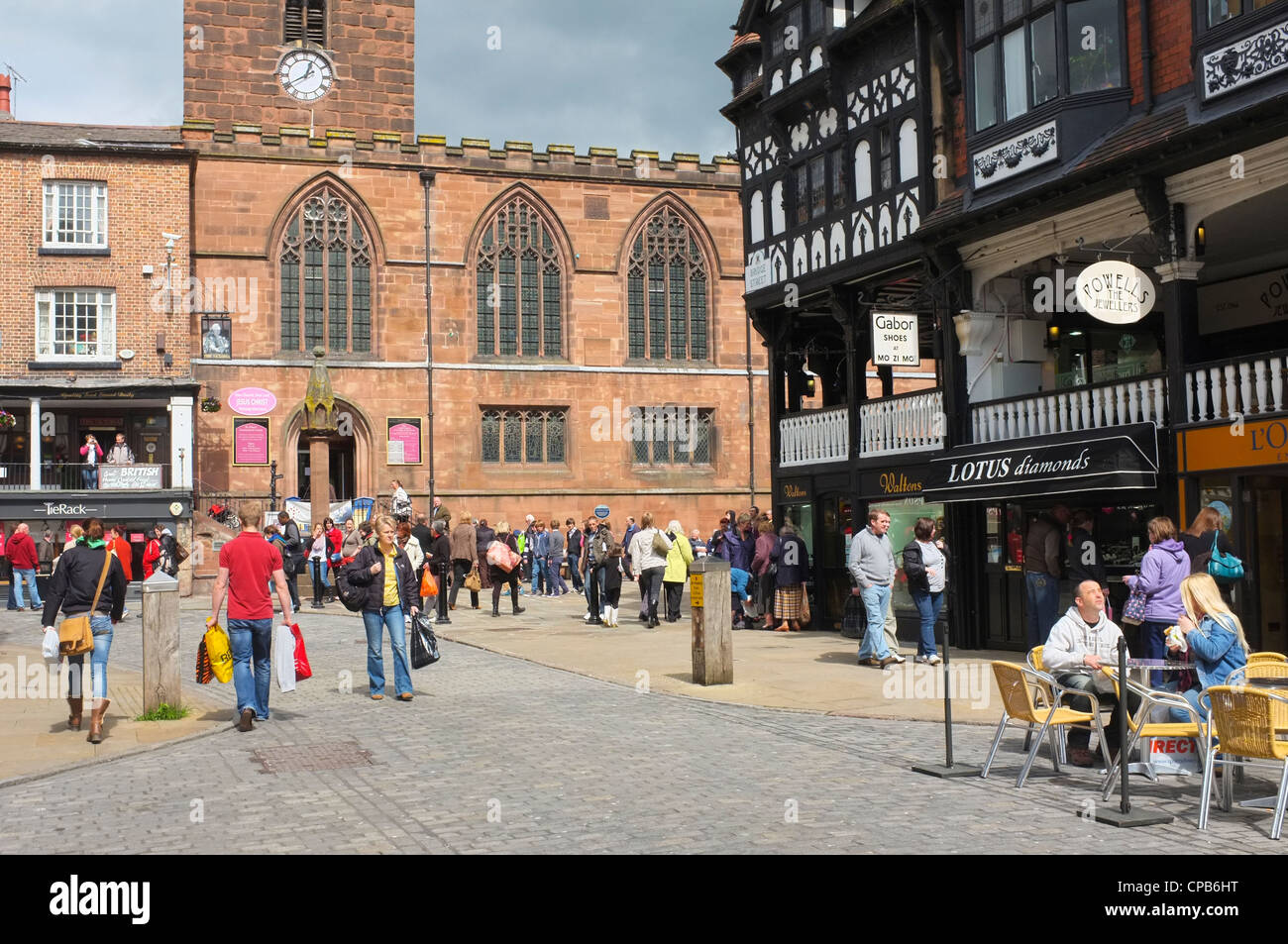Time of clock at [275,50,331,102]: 12:40
